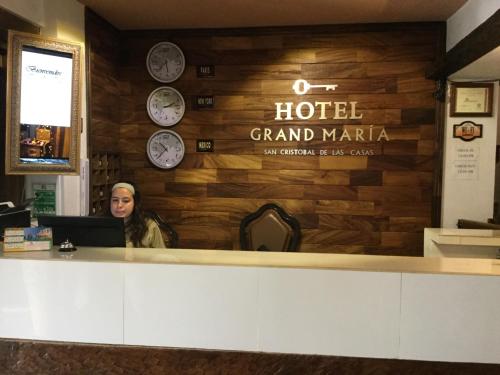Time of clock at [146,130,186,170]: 10:37
